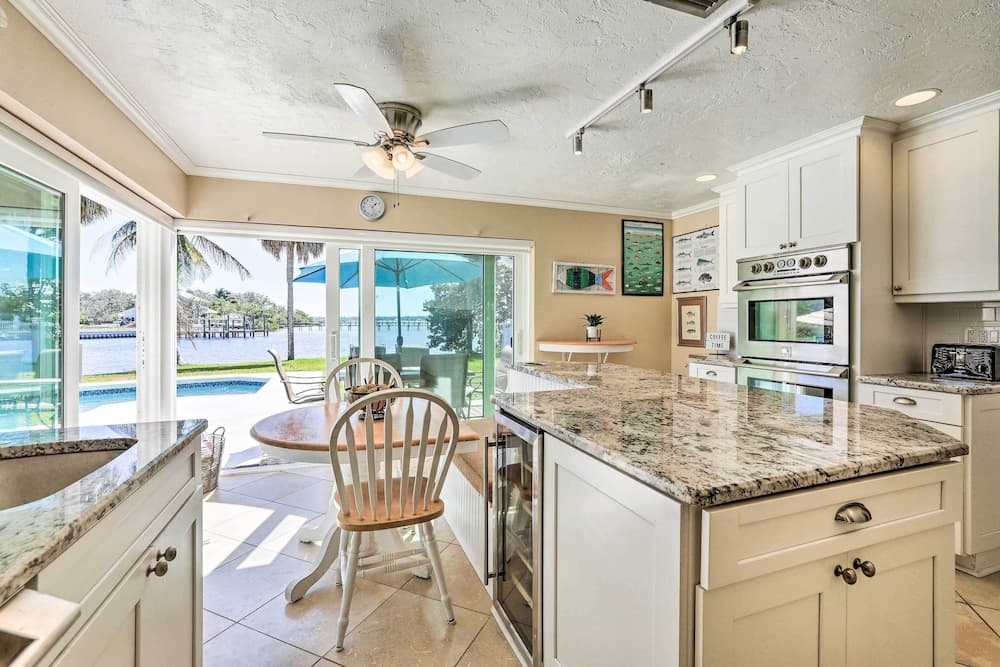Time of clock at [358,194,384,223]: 1:26
